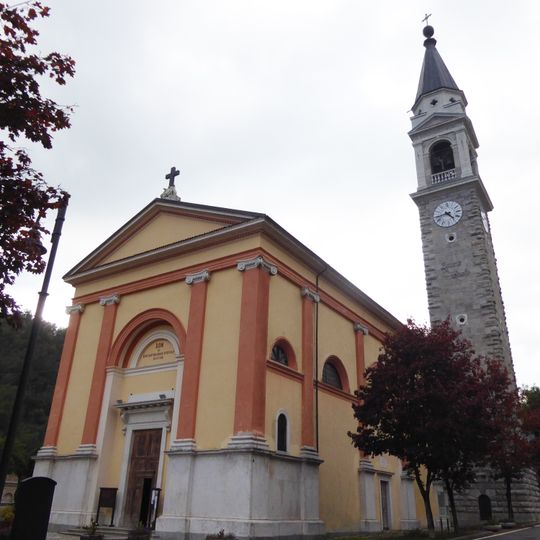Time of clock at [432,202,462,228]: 4:42
